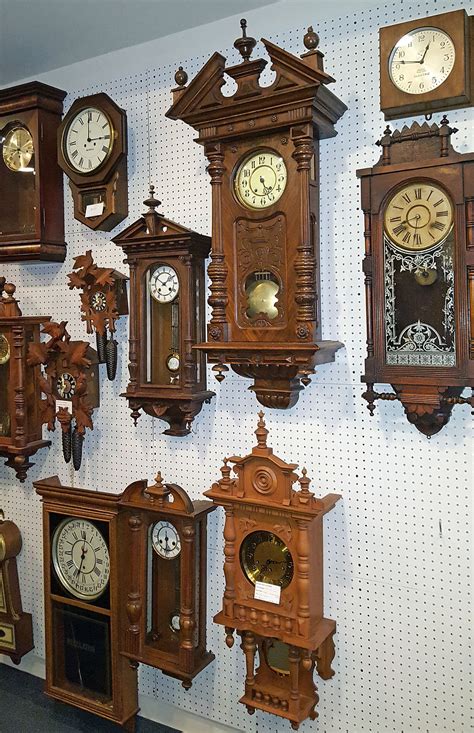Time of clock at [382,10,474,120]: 12:46
